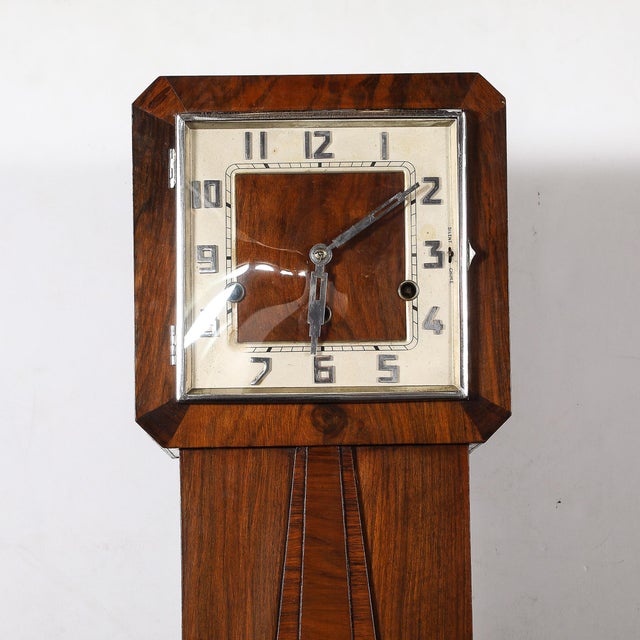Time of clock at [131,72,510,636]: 6:09
